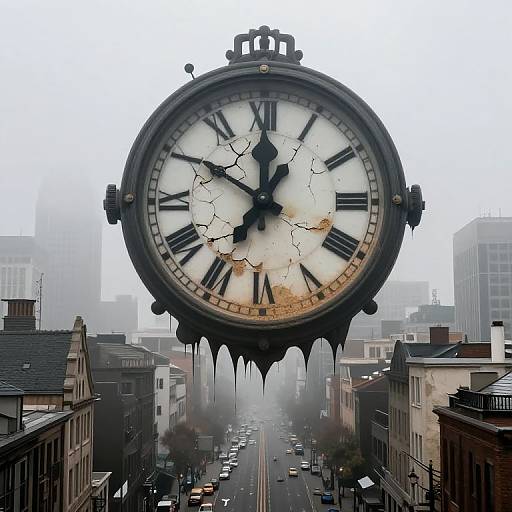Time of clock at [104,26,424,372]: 11:50
